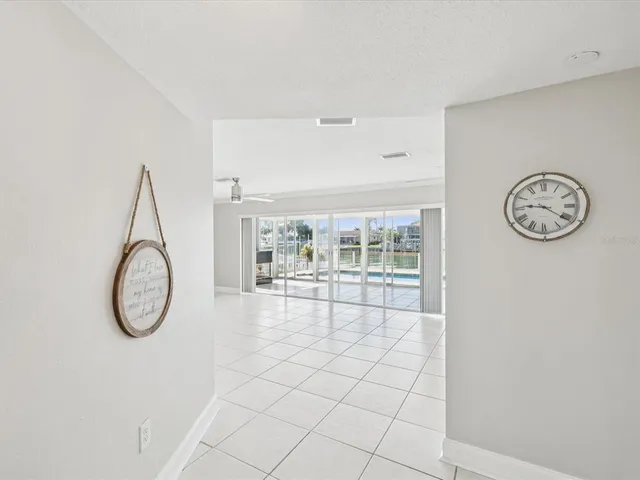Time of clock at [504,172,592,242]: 9:20
